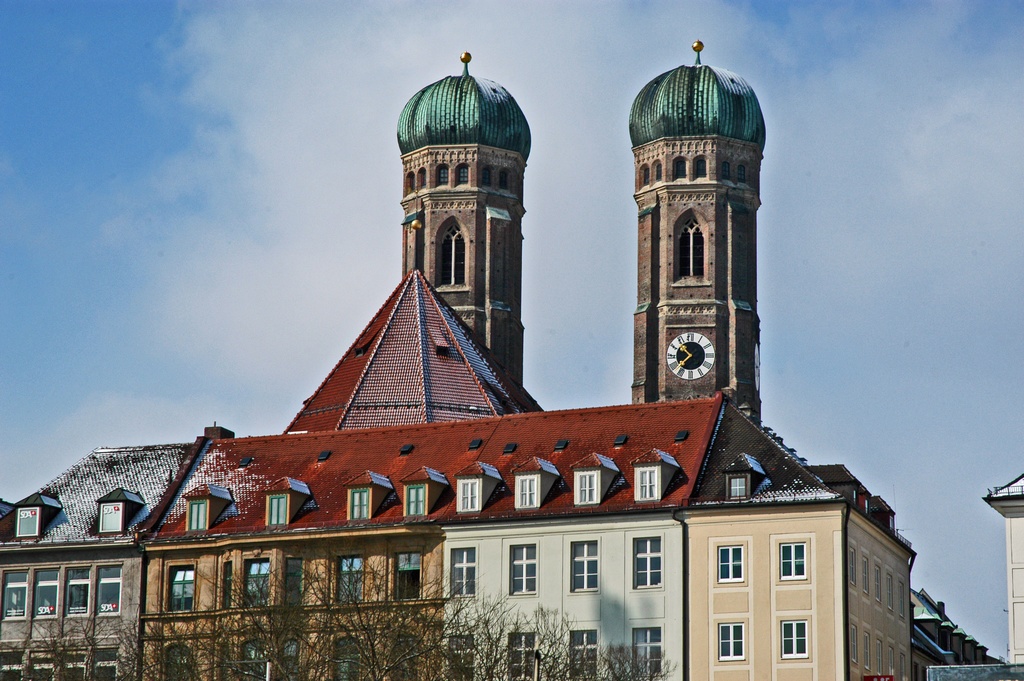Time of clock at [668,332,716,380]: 10:37
